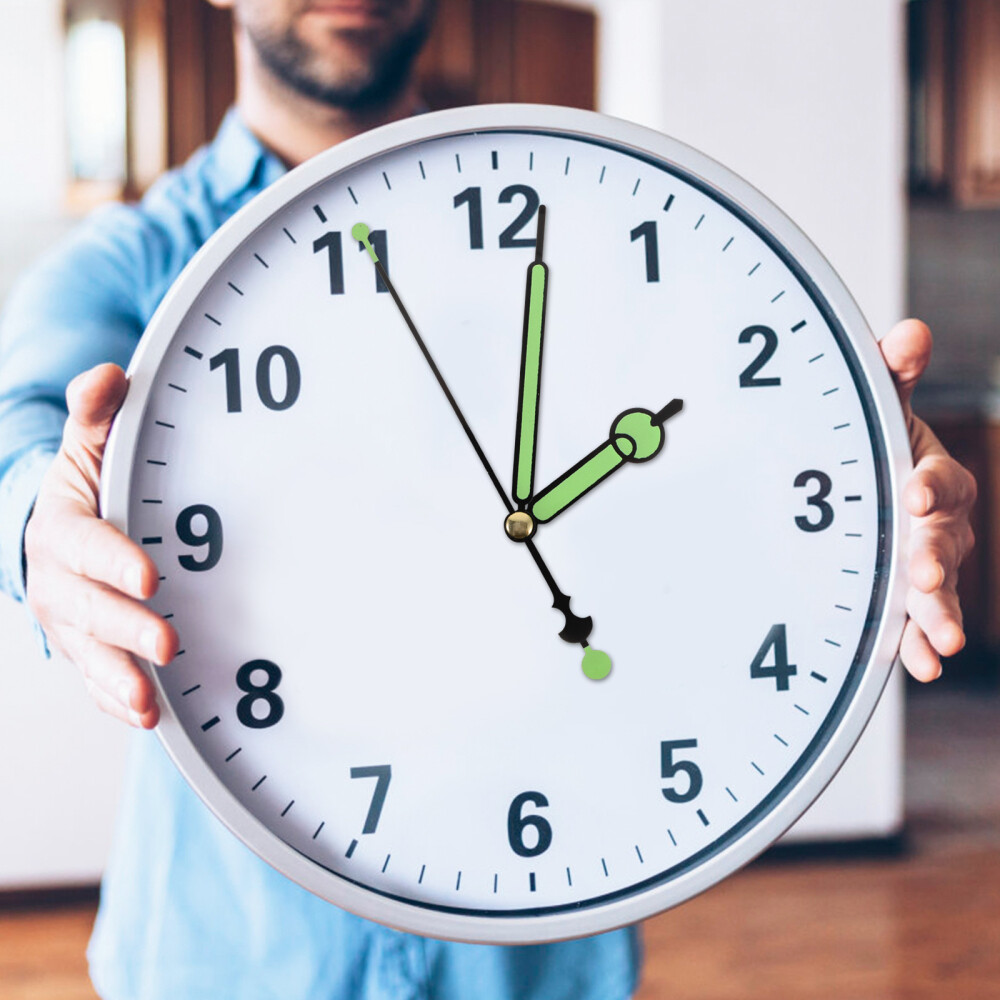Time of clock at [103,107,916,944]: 2:01
